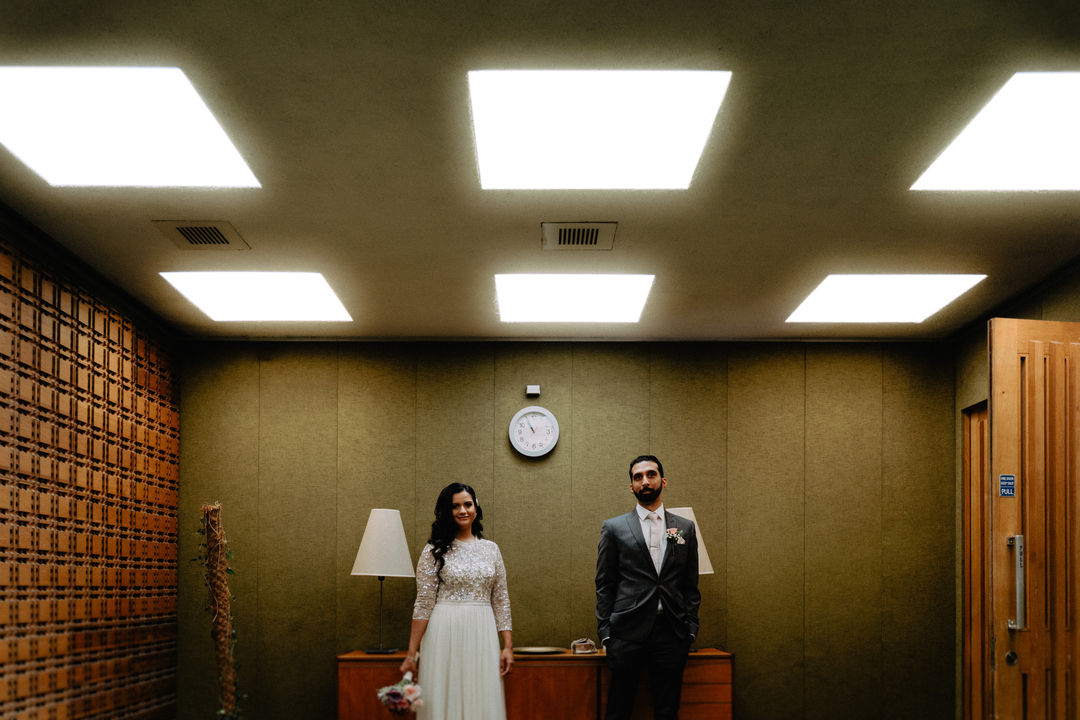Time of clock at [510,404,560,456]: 10:55
